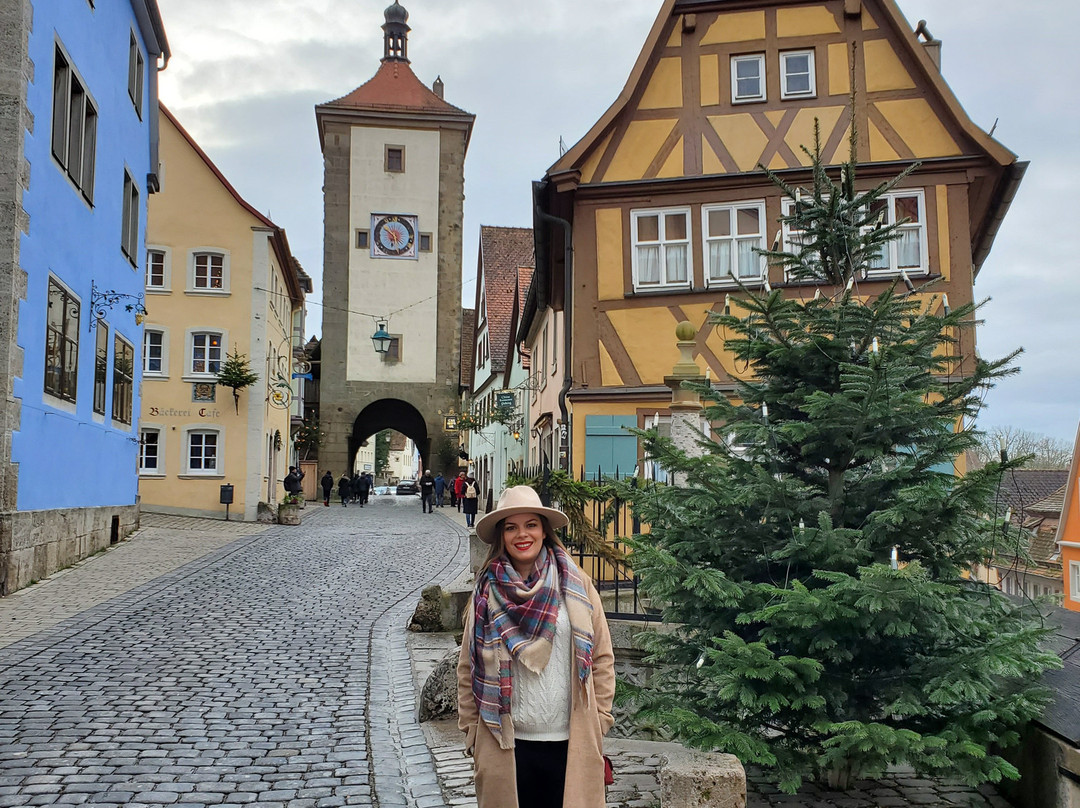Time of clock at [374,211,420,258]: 5:50
